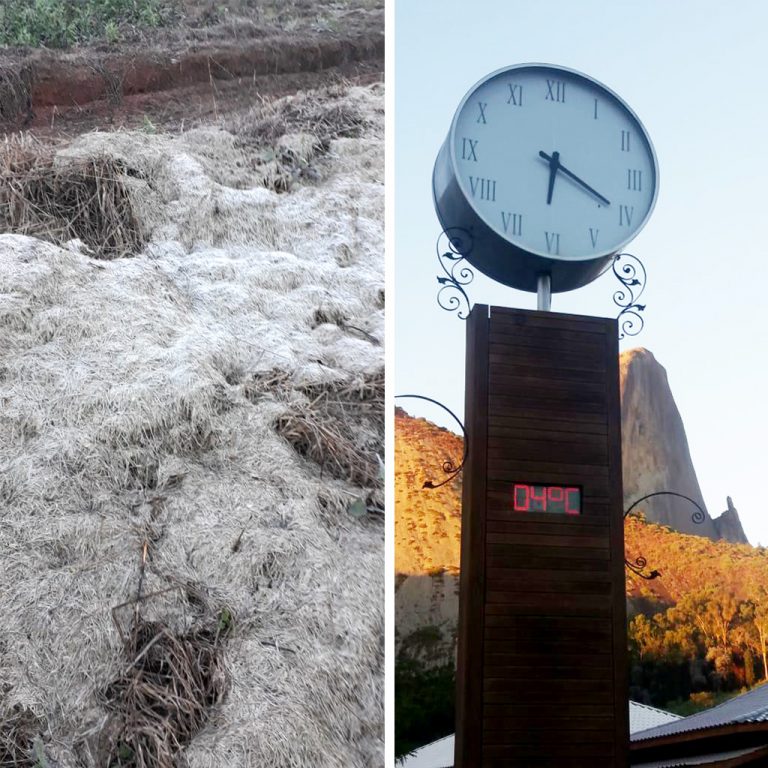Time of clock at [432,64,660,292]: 6:19
